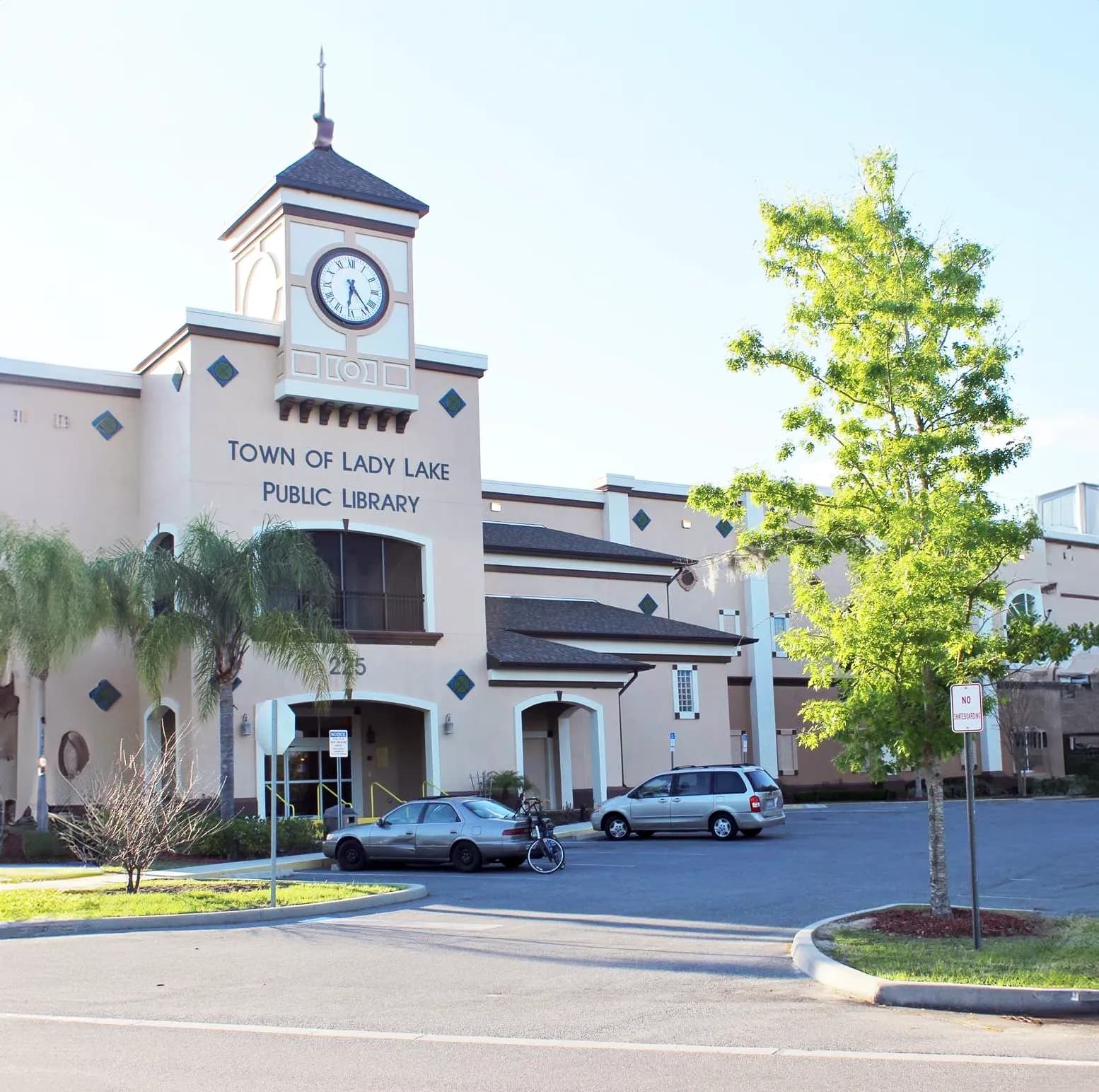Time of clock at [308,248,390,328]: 6:23
